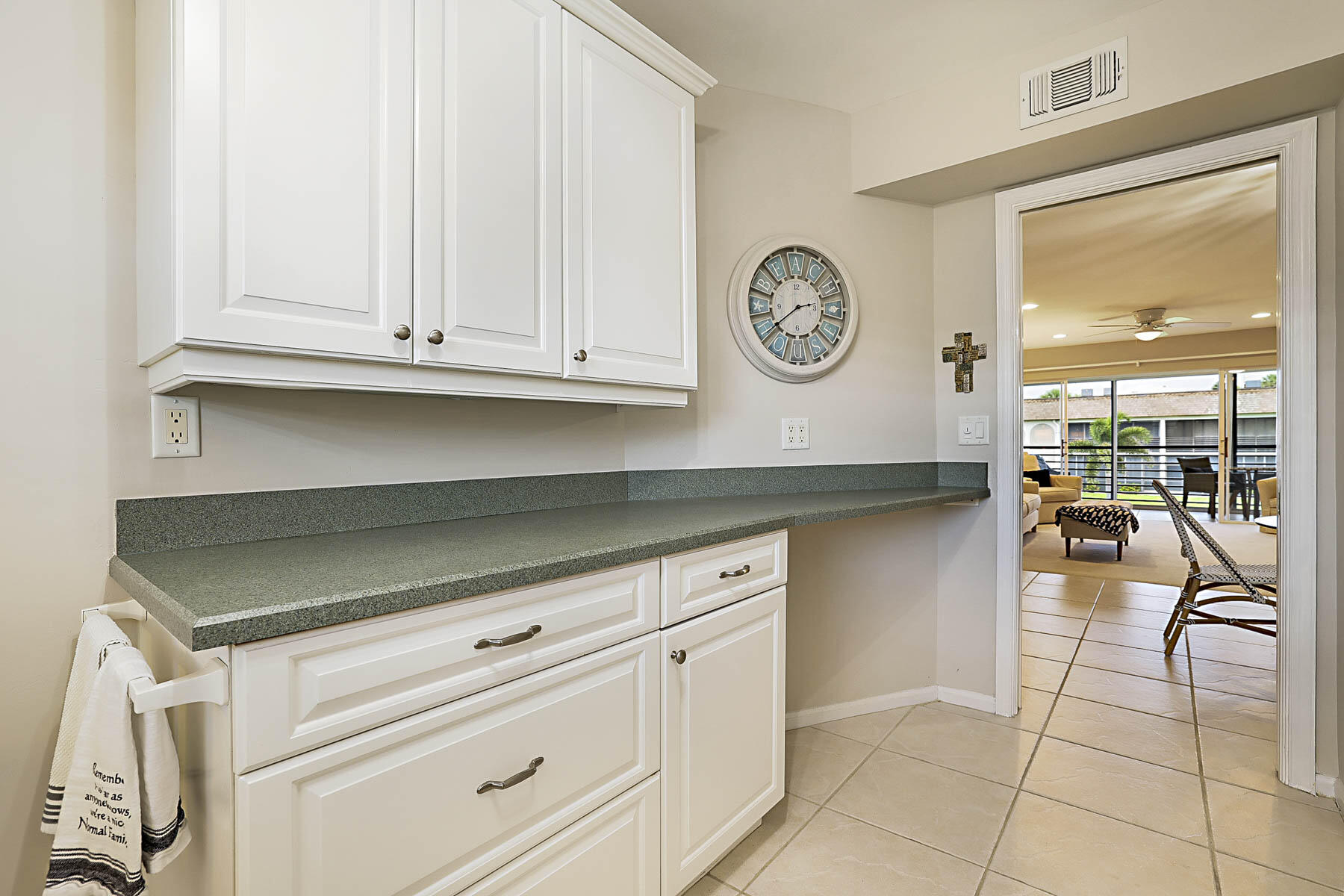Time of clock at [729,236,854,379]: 2:39
